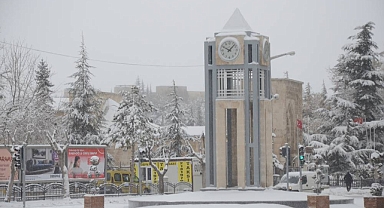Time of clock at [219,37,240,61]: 10:07
